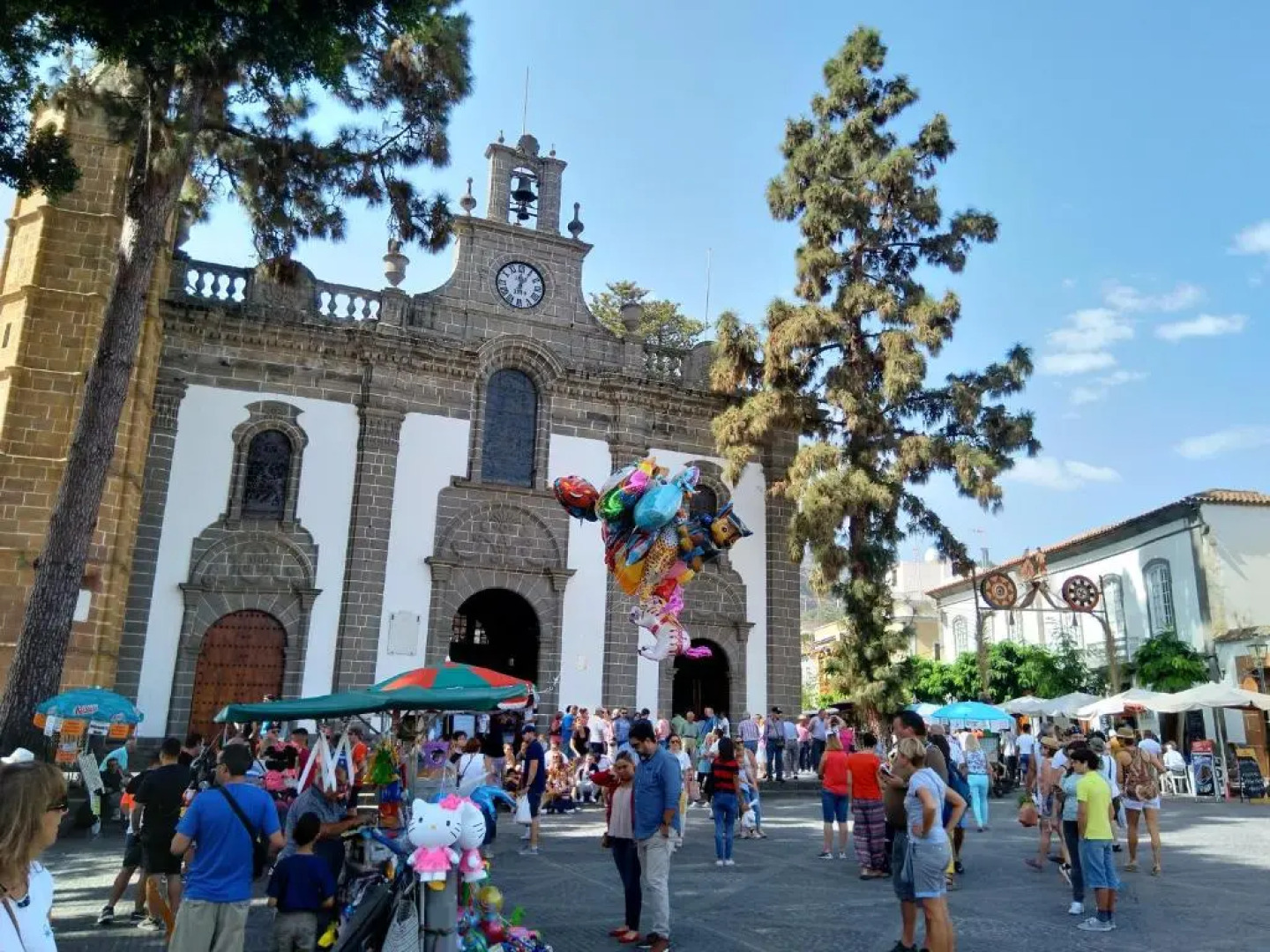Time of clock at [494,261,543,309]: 12:05
